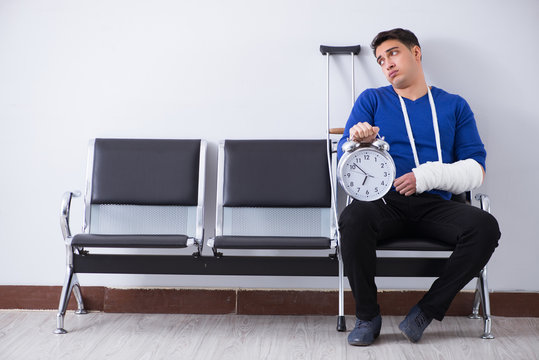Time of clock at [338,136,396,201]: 6:52
